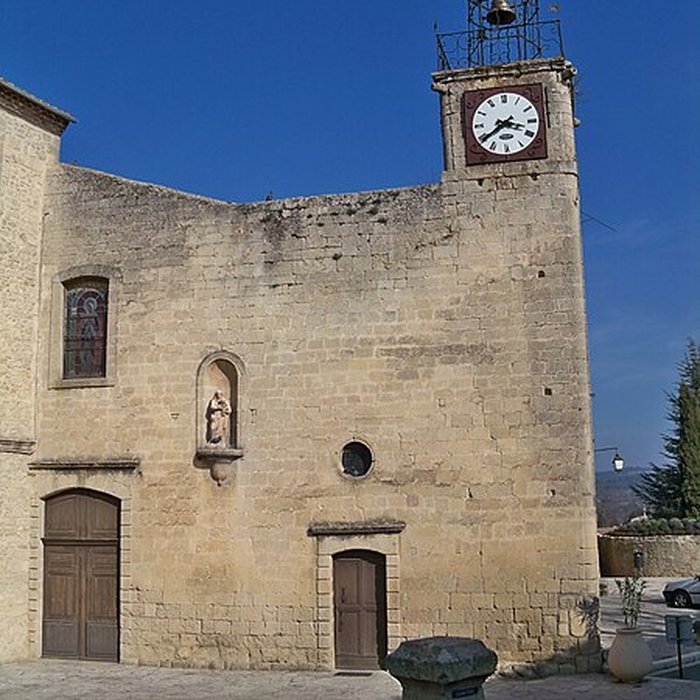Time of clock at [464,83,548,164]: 3:39
